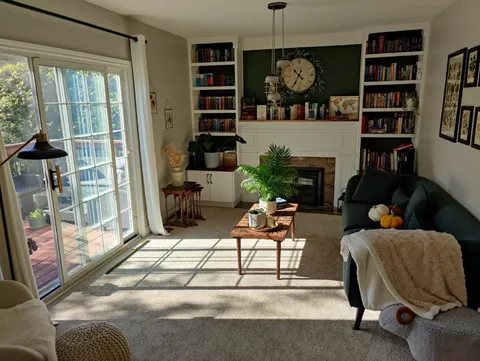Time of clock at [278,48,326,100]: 10:34
